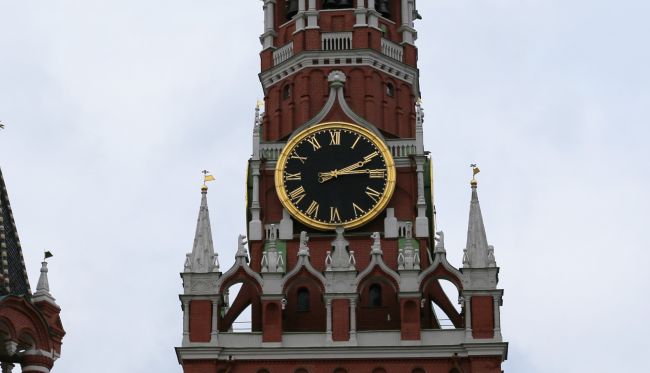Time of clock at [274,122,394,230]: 2:14
